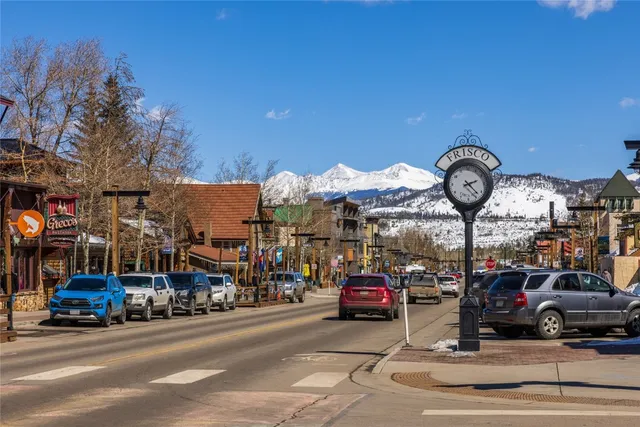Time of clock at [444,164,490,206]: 2:22
